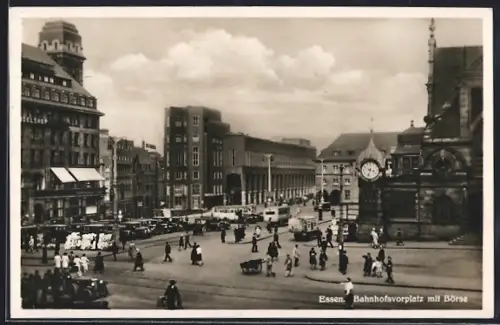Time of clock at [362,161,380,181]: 3:32
